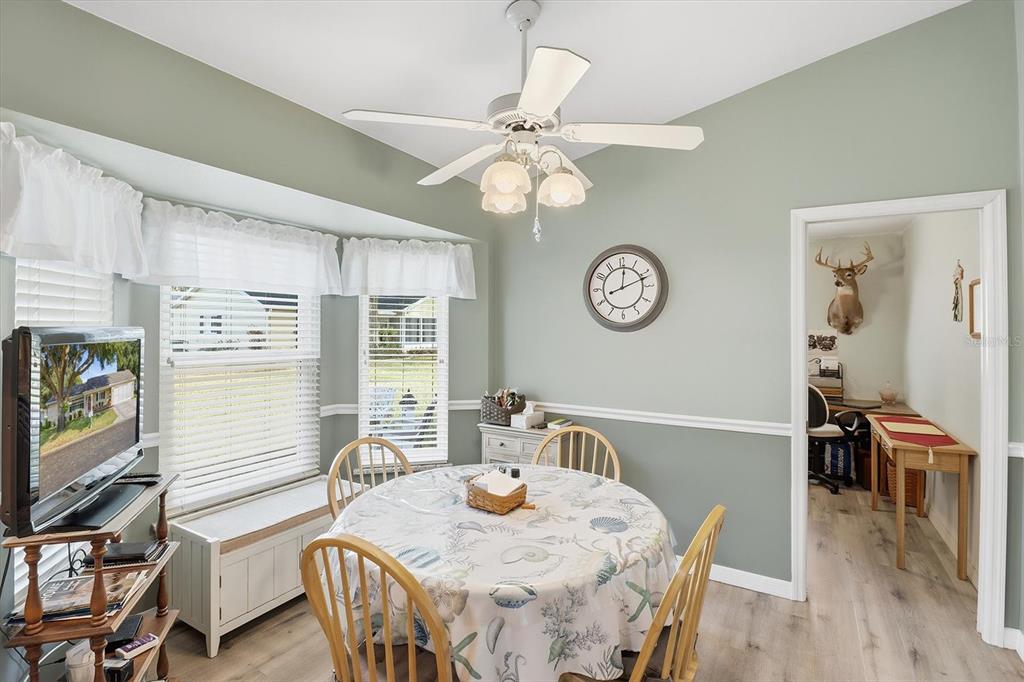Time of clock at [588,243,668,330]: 12:11
